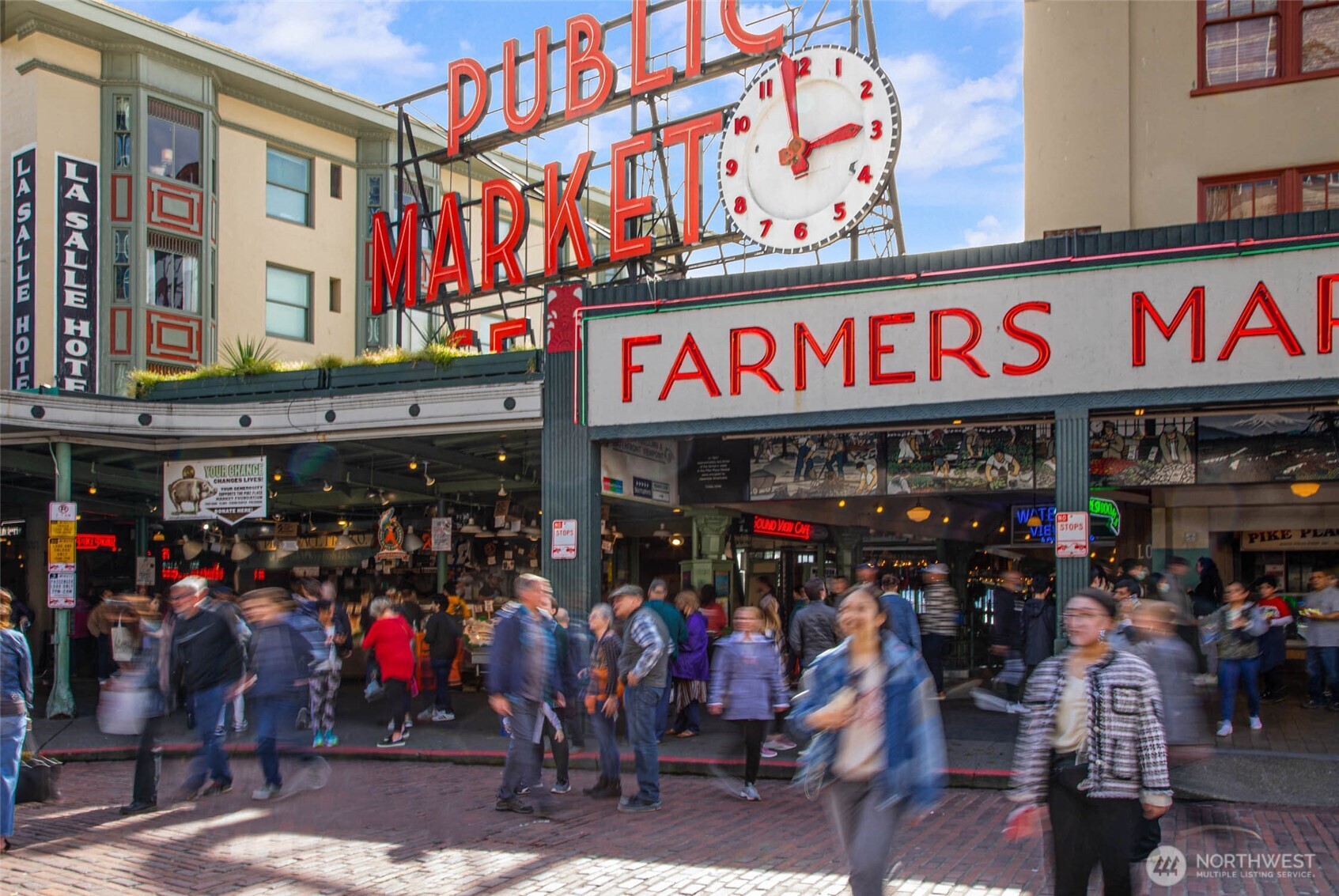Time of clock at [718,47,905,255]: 2:58
